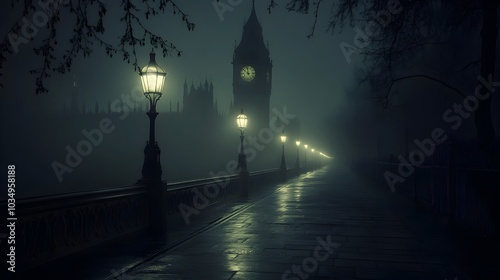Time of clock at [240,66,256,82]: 11:51
